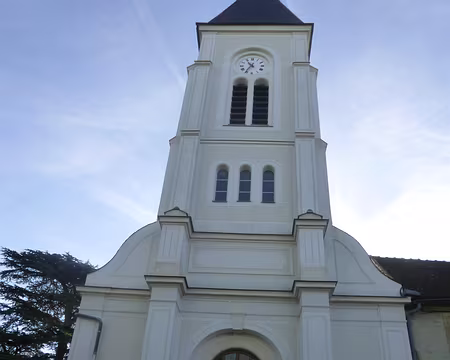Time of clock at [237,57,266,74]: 10:35
